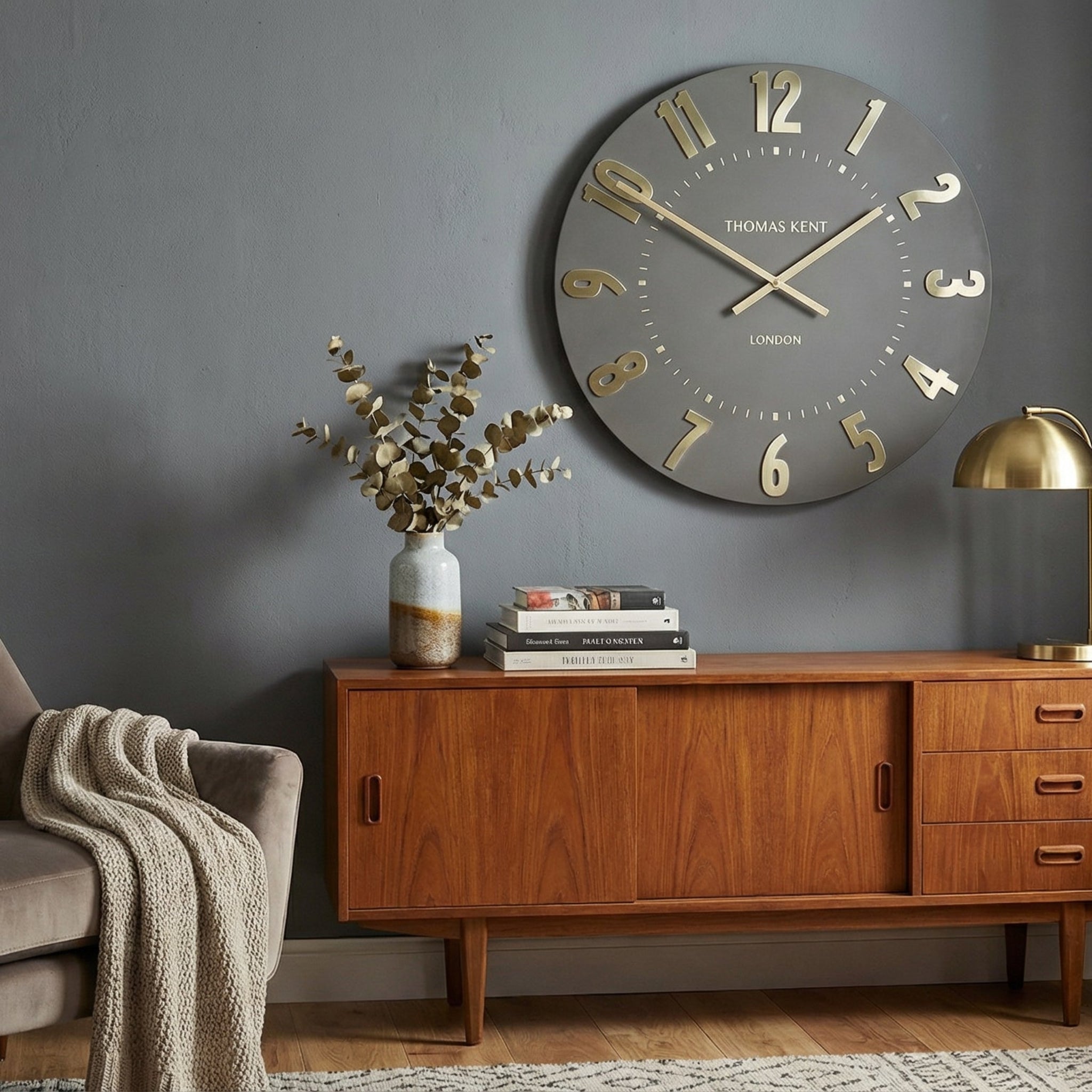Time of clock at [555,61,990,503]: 1:50
